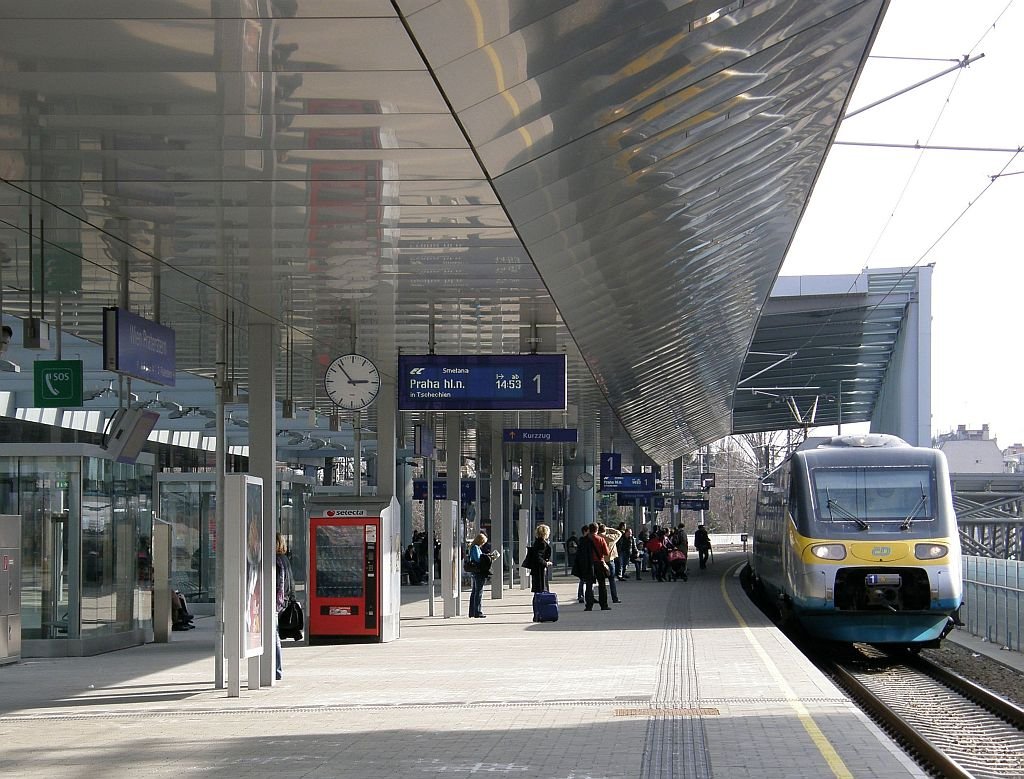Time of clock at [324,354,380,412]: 2:53
